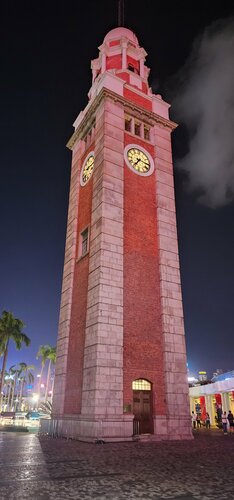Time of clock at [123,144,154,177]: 7:15
